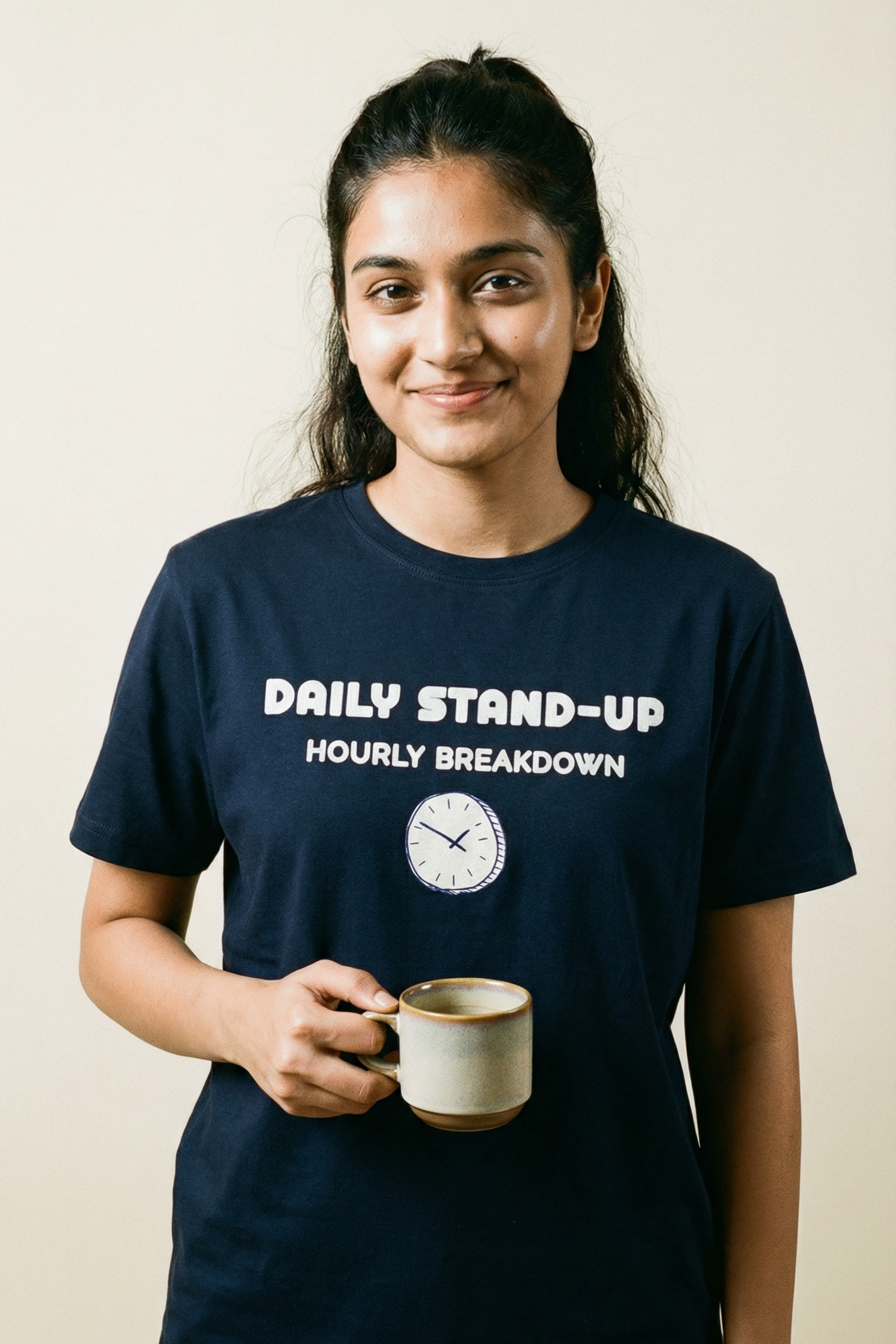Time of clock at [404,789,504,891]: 1:50
